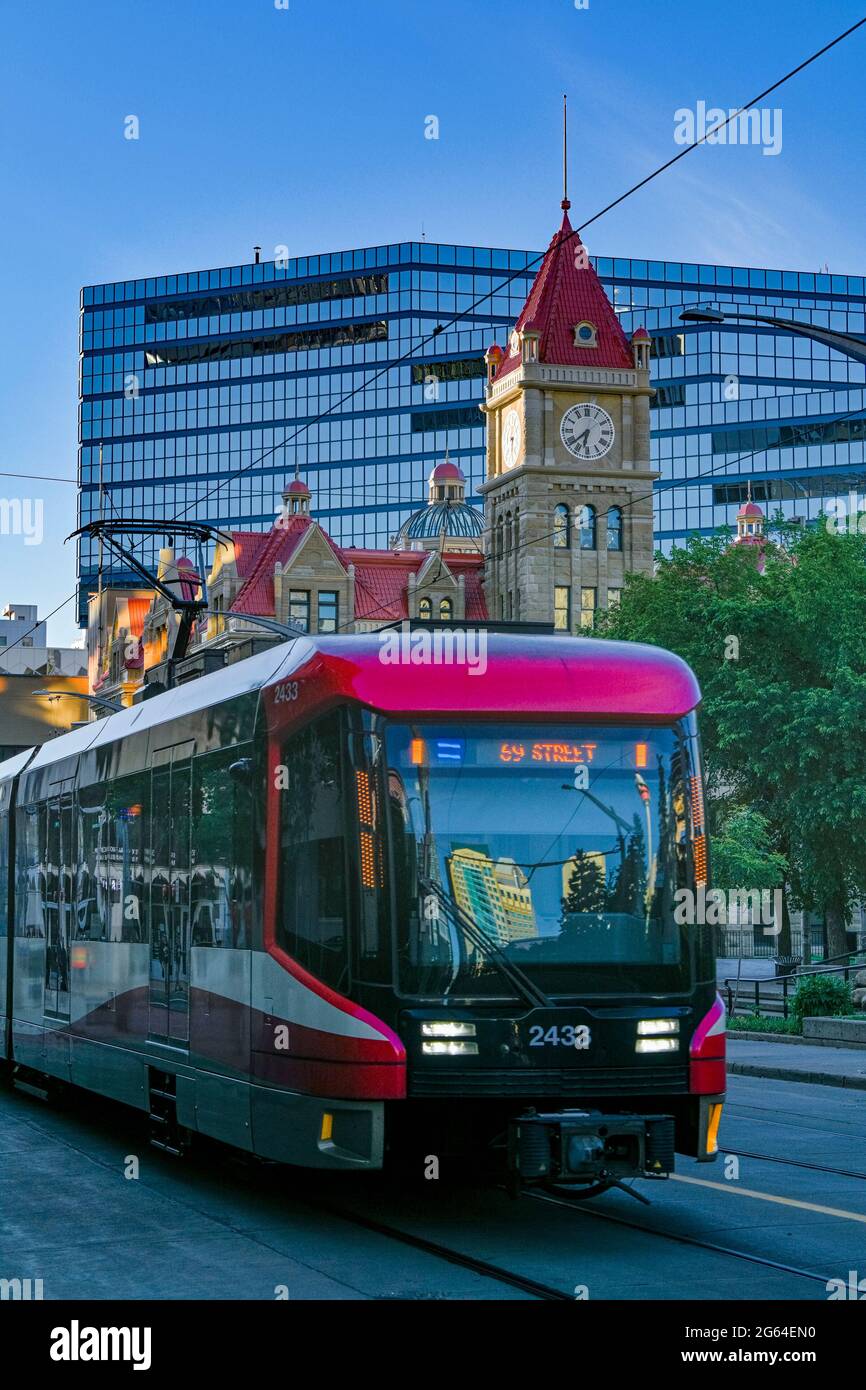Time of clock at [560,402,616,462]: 6:38
